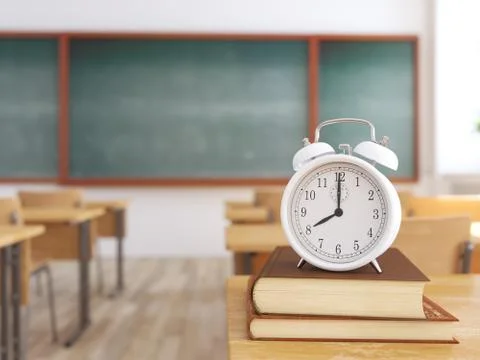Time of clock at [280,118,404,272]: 8:00
